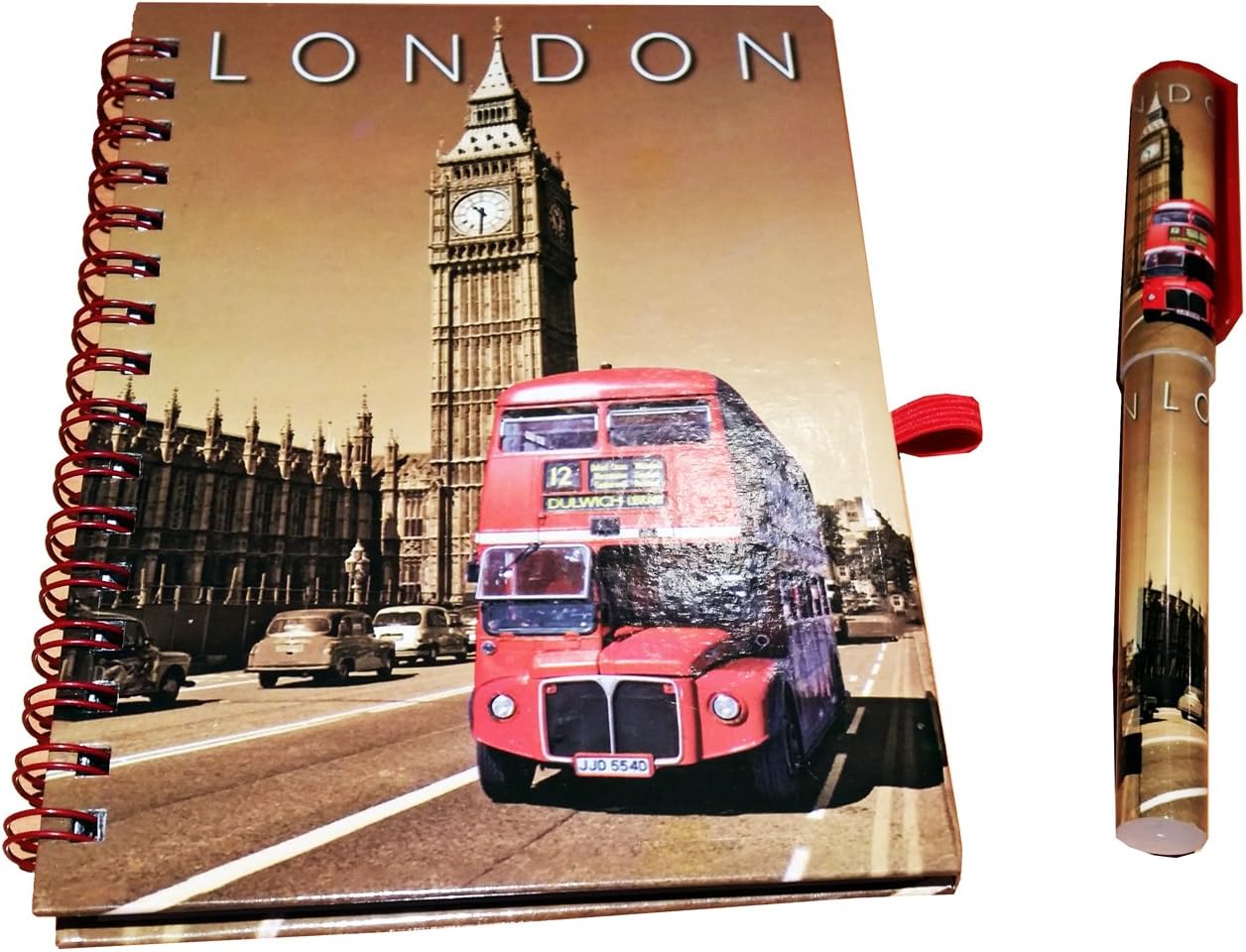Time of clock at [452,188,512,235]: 10:30
